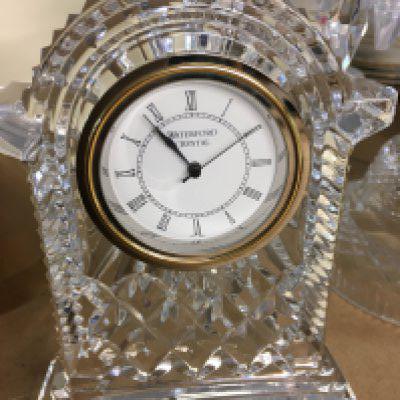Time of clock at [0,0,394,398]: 10:53
